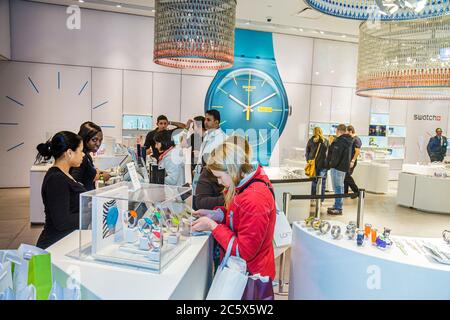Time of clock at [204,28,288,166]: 10:00
